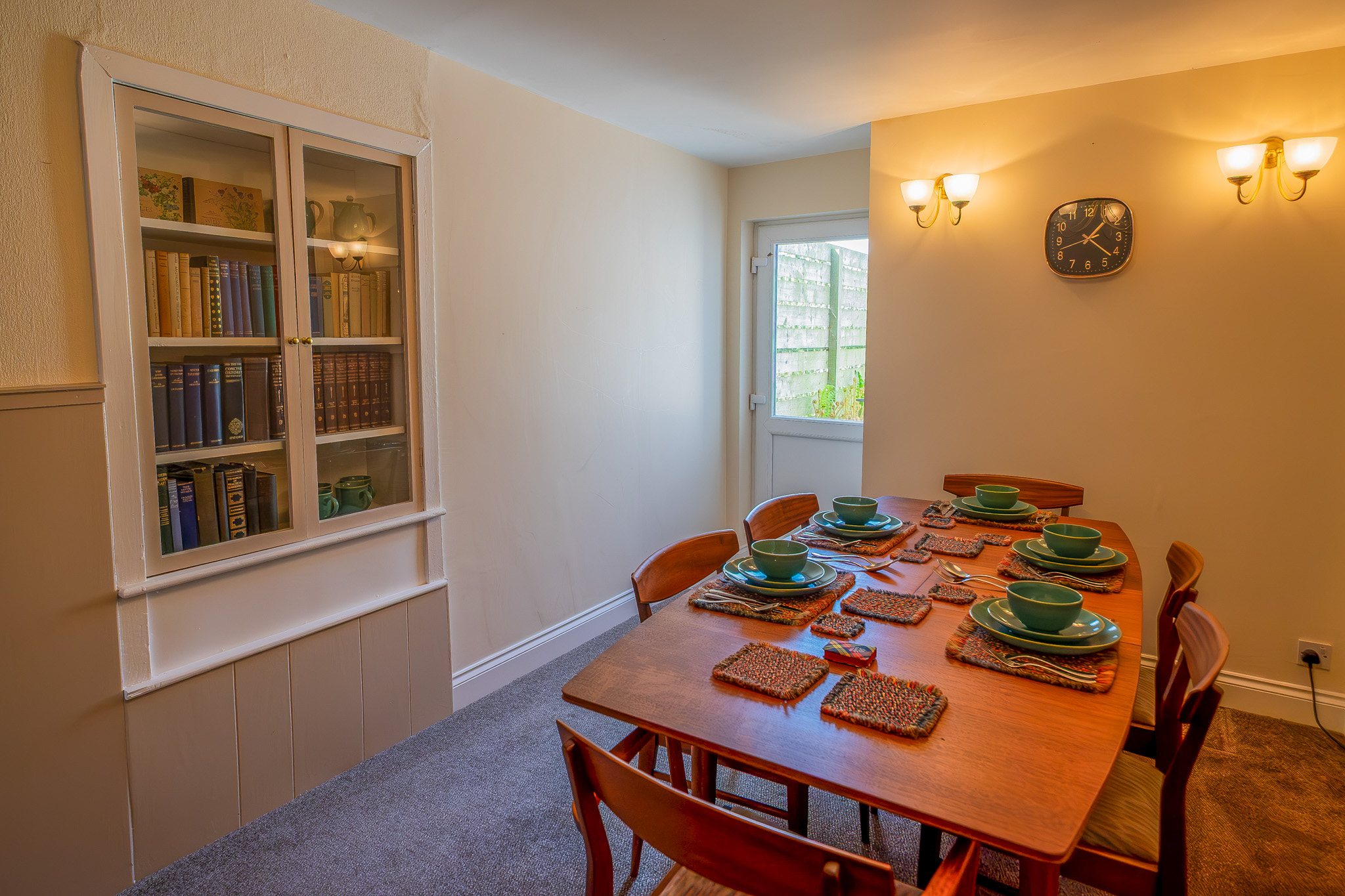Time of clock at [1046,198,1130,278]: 1:21
